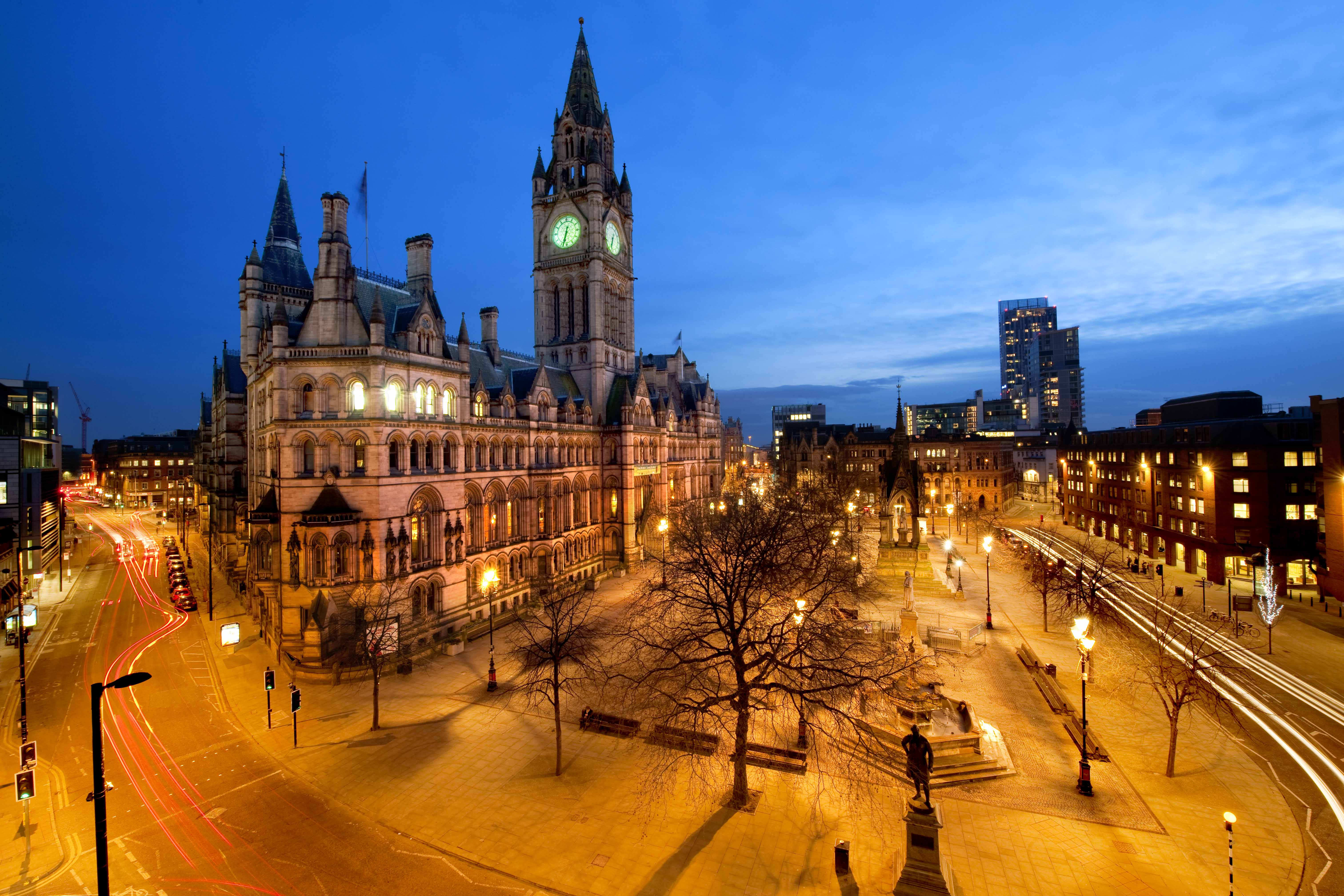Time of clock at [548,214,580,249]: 6:32
